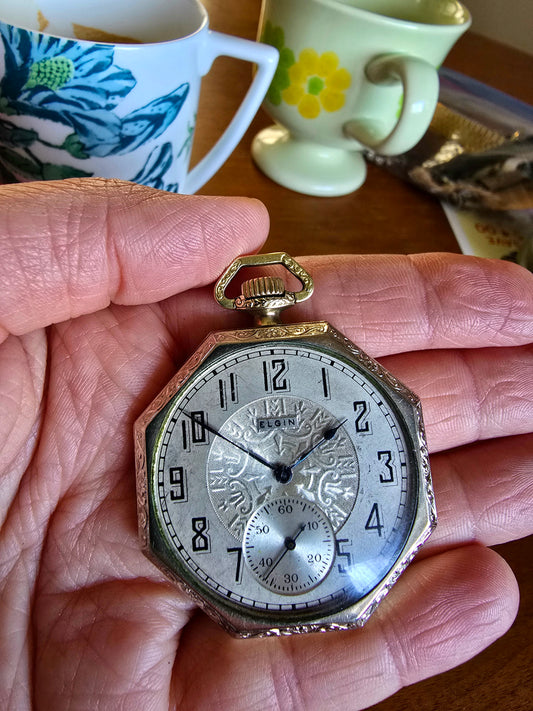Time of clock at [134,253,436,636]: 1:50
